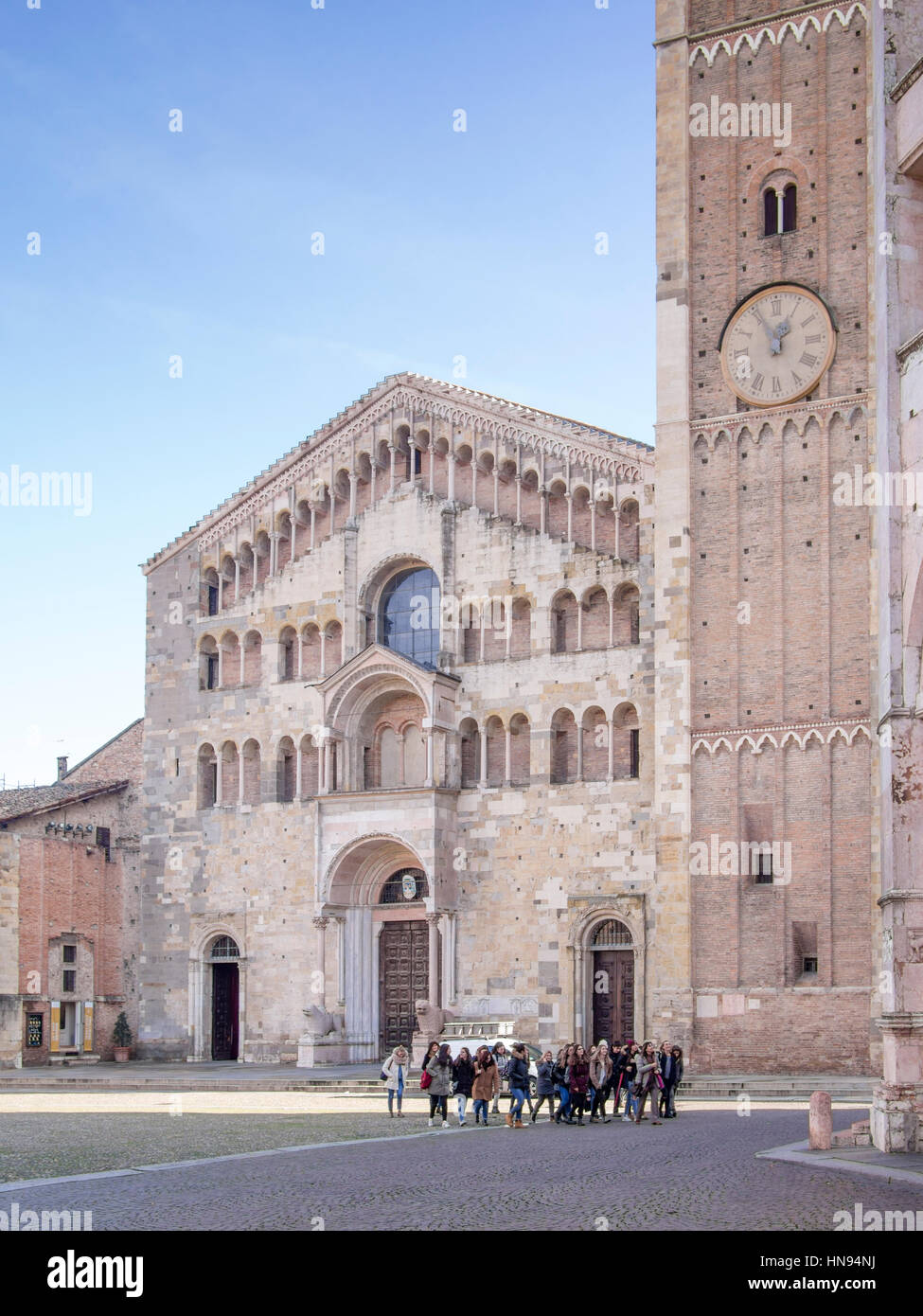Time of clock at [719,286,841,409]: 12:55
